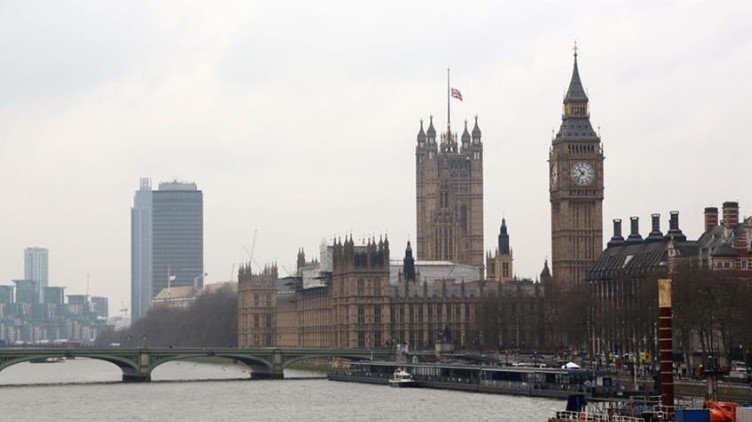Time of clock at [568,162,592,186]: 10:37
